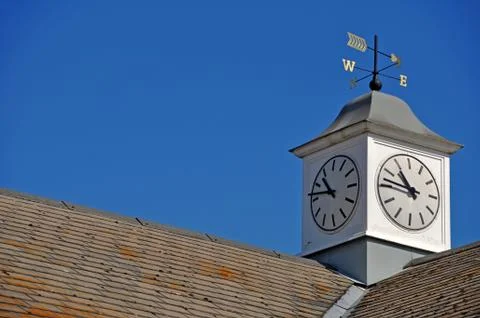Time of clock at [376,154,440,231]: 10:46
